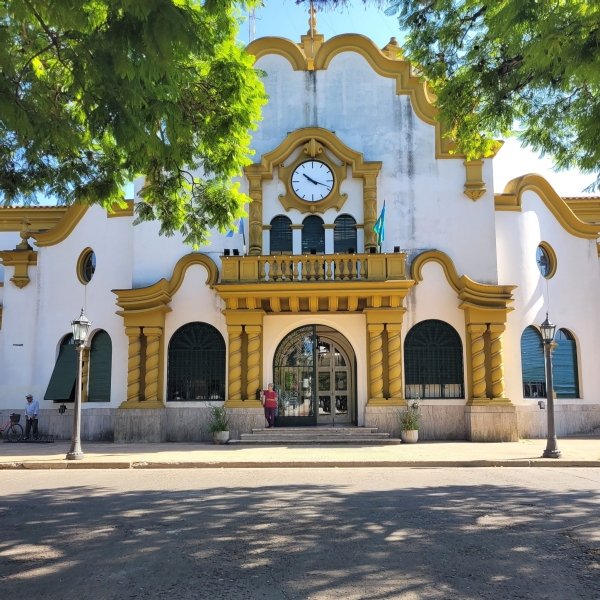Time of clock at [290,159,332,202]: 10:18
